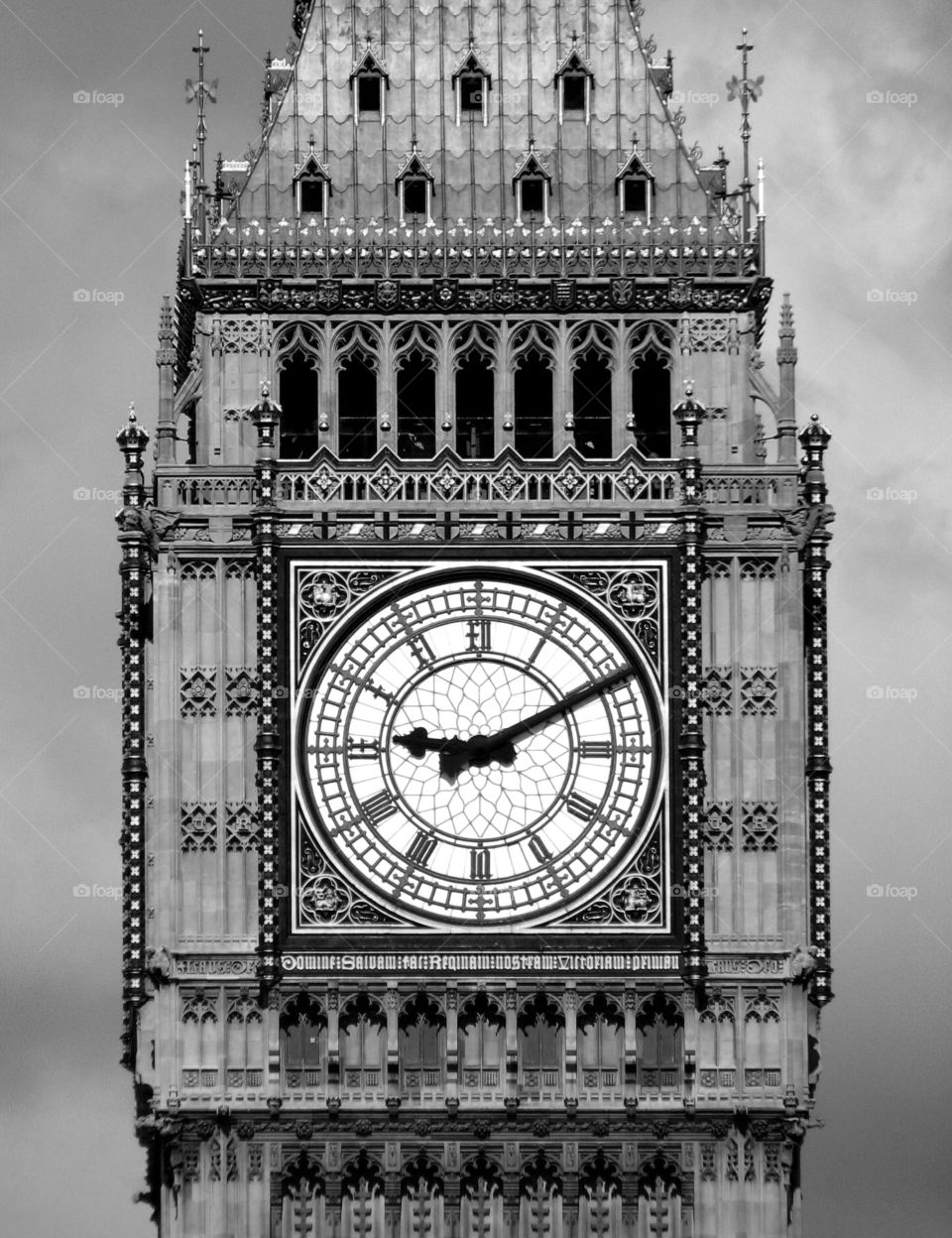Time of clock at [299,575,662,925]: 9:10
